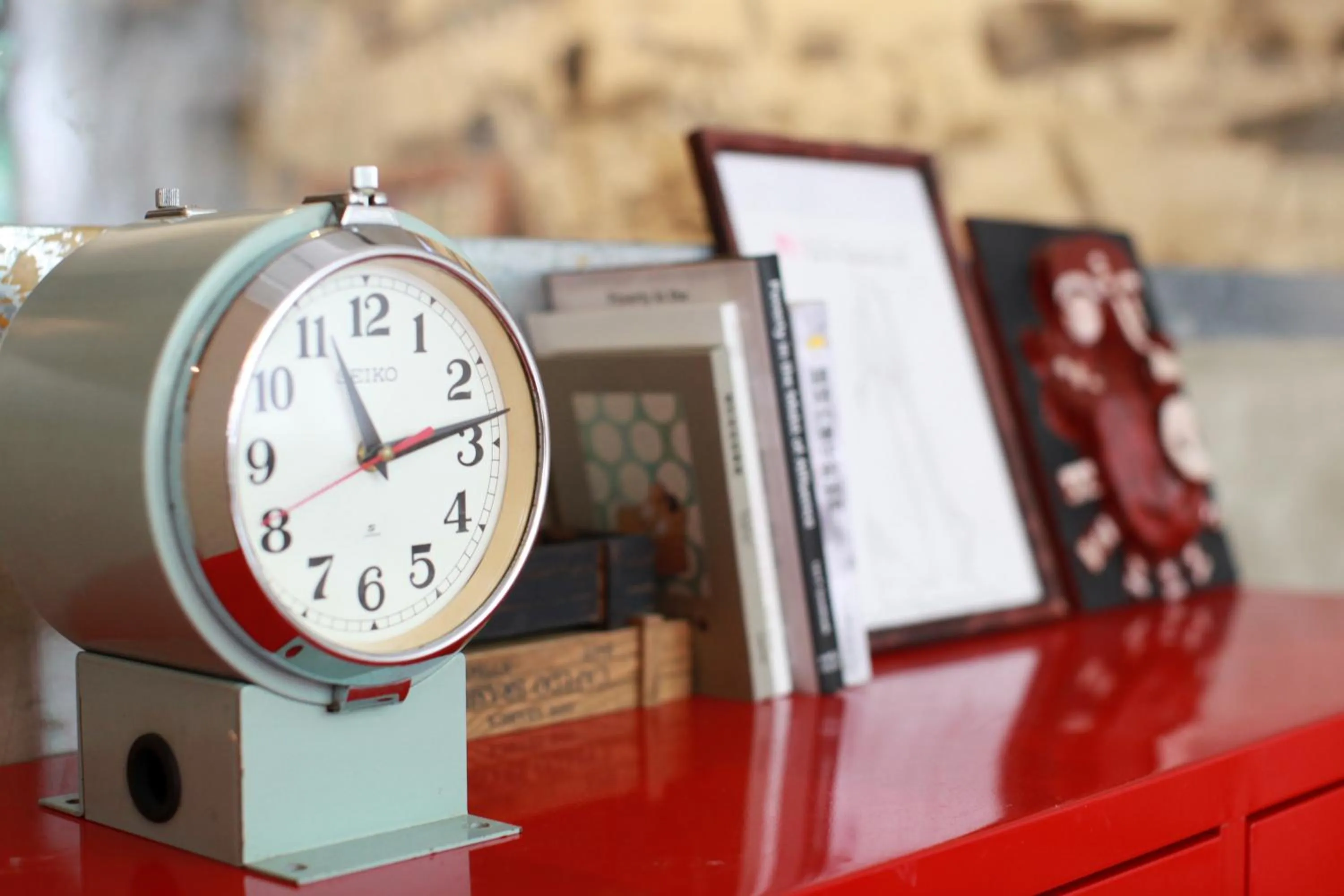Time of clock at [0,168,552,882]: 11:13
